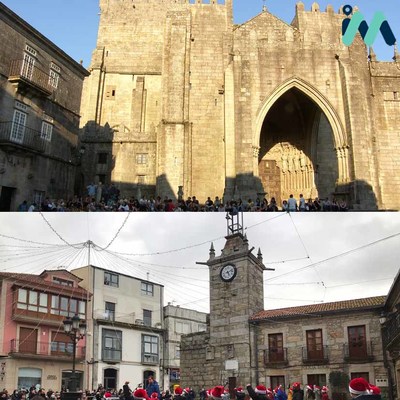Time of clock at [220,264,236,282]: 5:11
